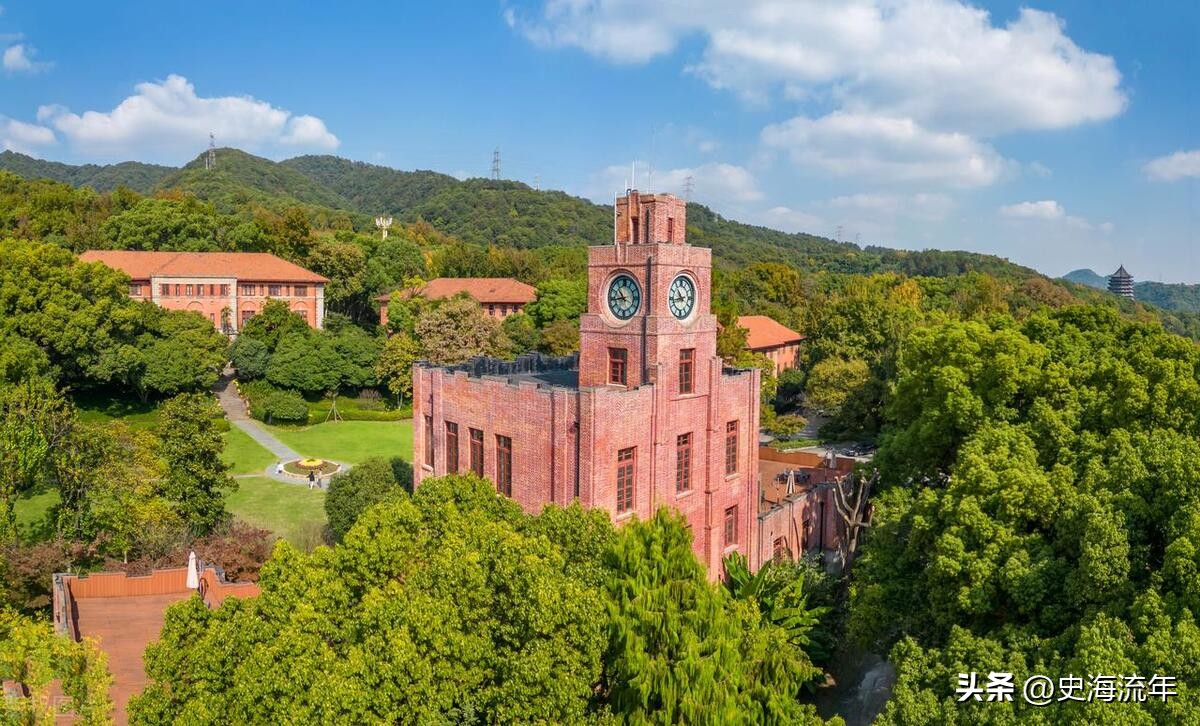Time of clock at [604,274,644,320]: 10:43
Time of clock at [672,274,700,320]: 10:43
